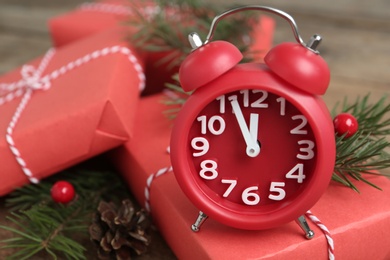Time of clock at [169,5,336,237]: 11:55
